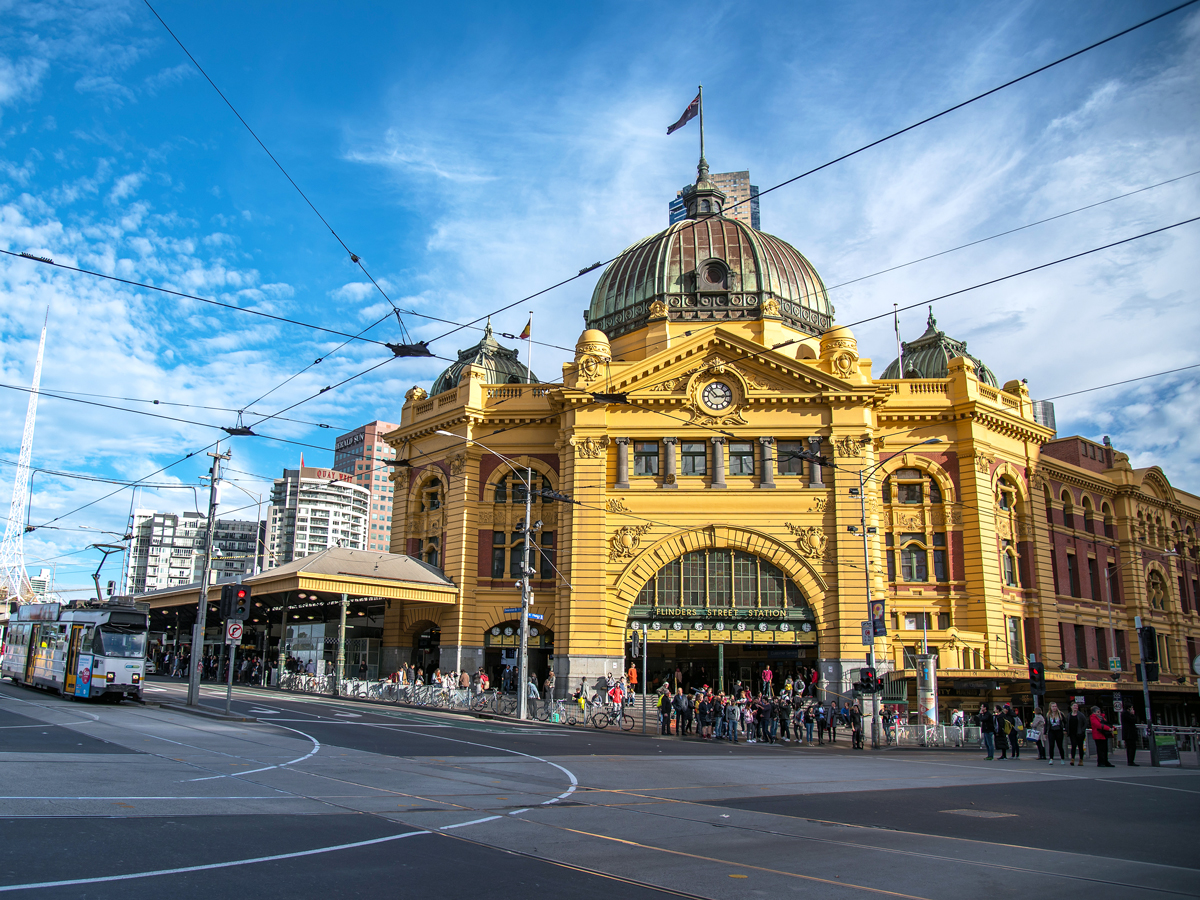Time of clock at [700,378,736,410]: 2:53
